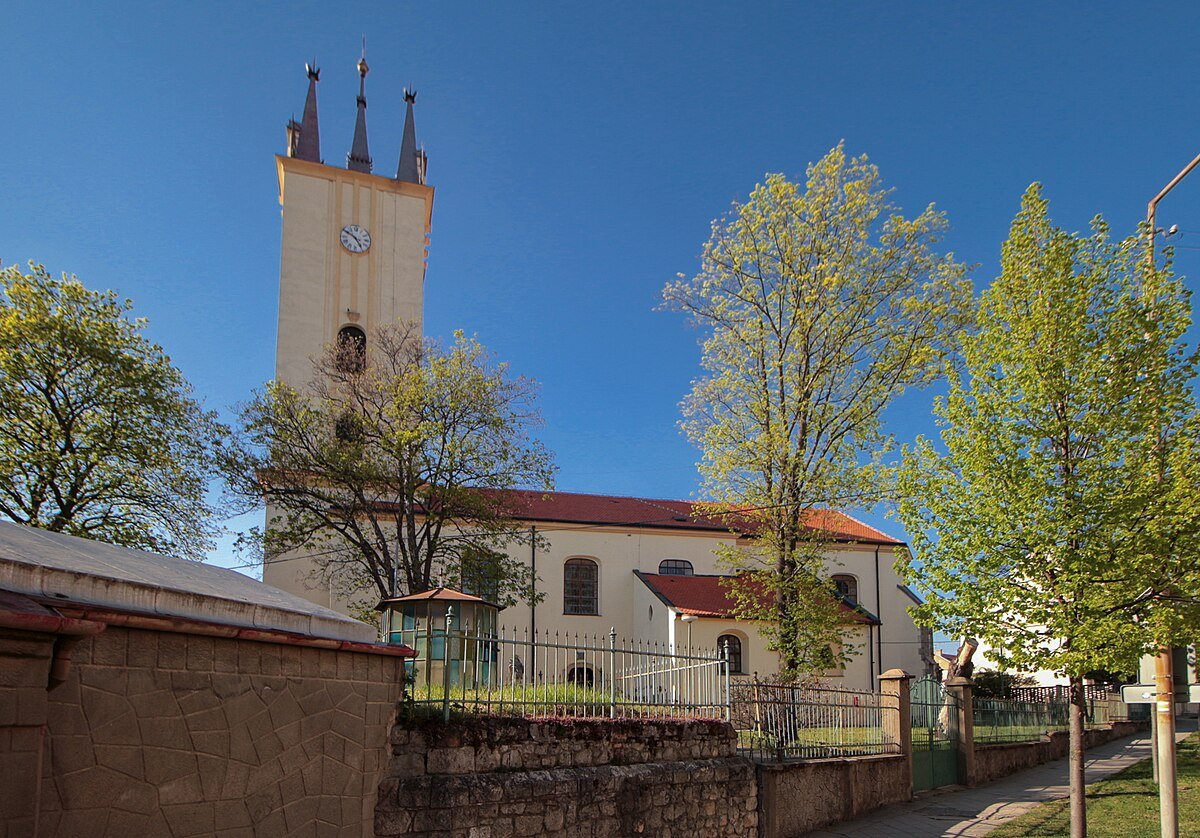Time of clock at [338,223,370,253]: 4:50
